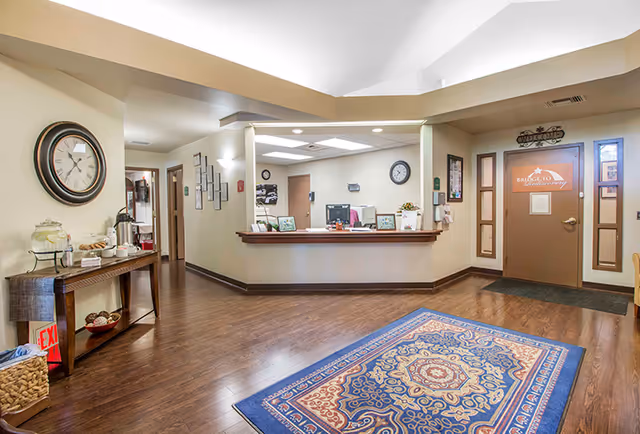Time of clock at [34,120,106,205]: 10:36
